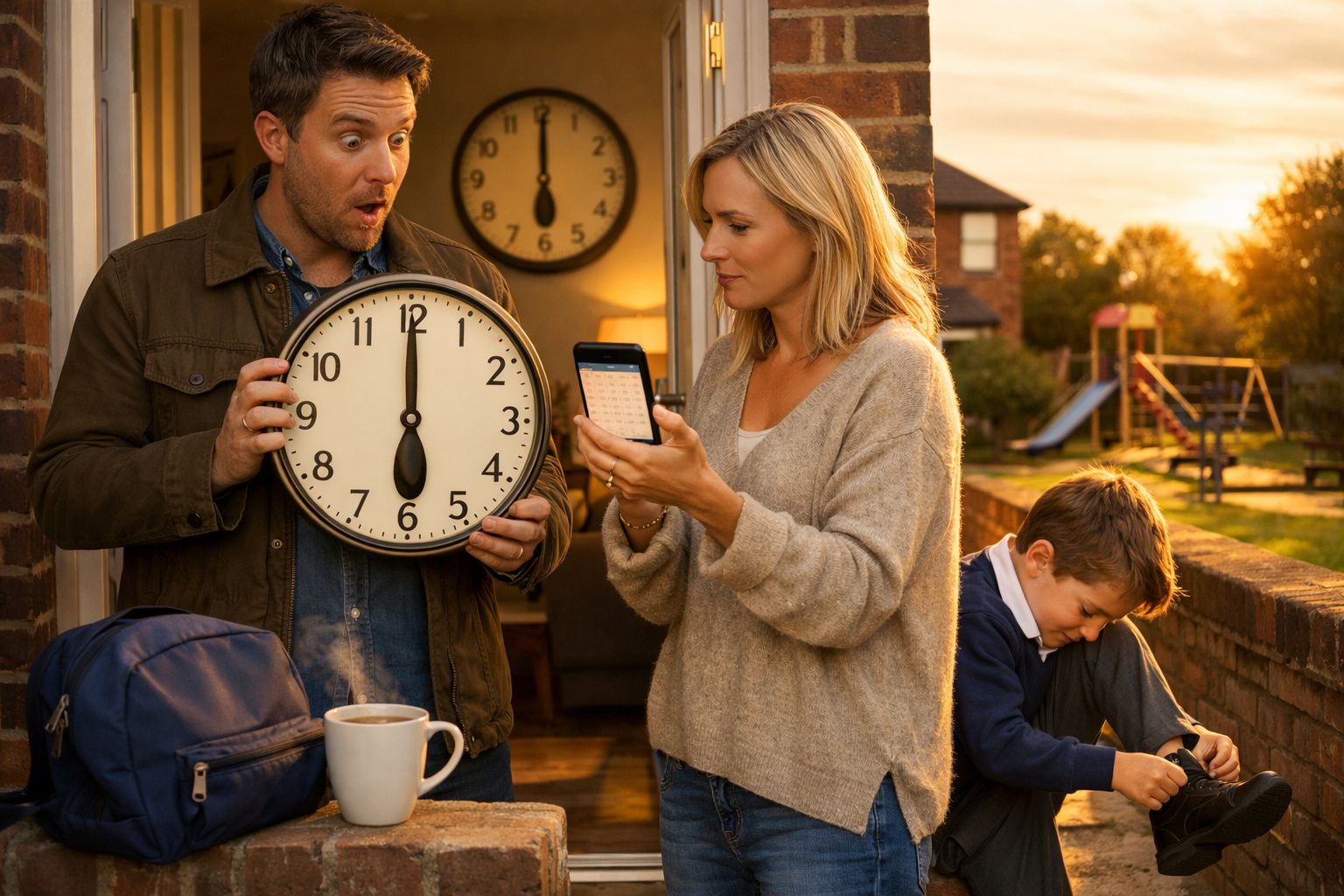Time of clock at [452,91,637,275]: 6:00
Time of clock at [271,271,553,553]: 5:59
